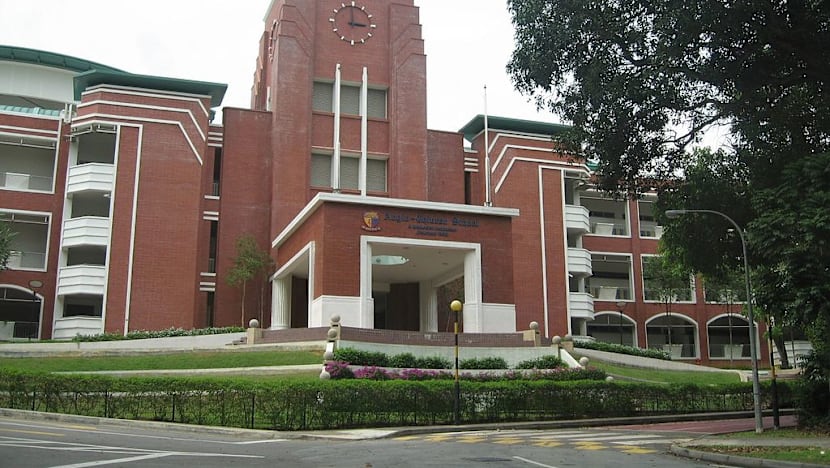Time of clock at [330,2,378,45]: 2:59
